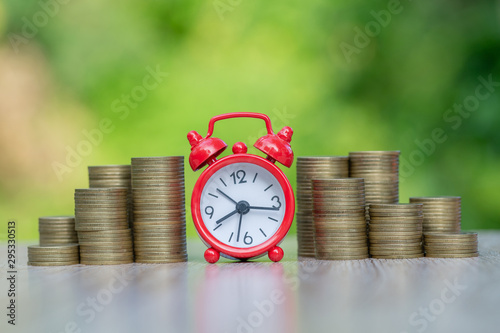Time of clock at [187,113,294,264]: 8:16
